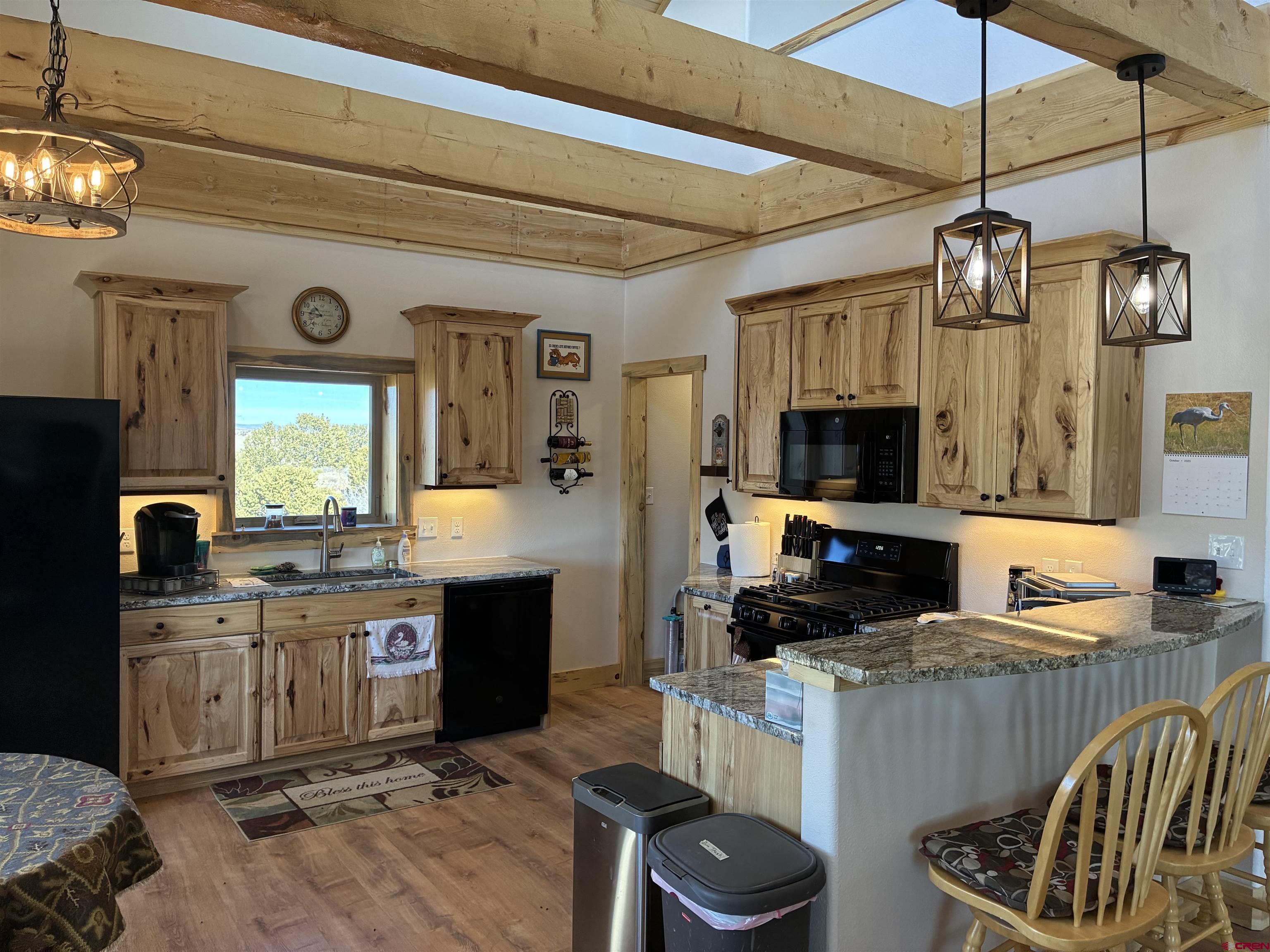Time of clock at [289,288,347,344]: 10:46
